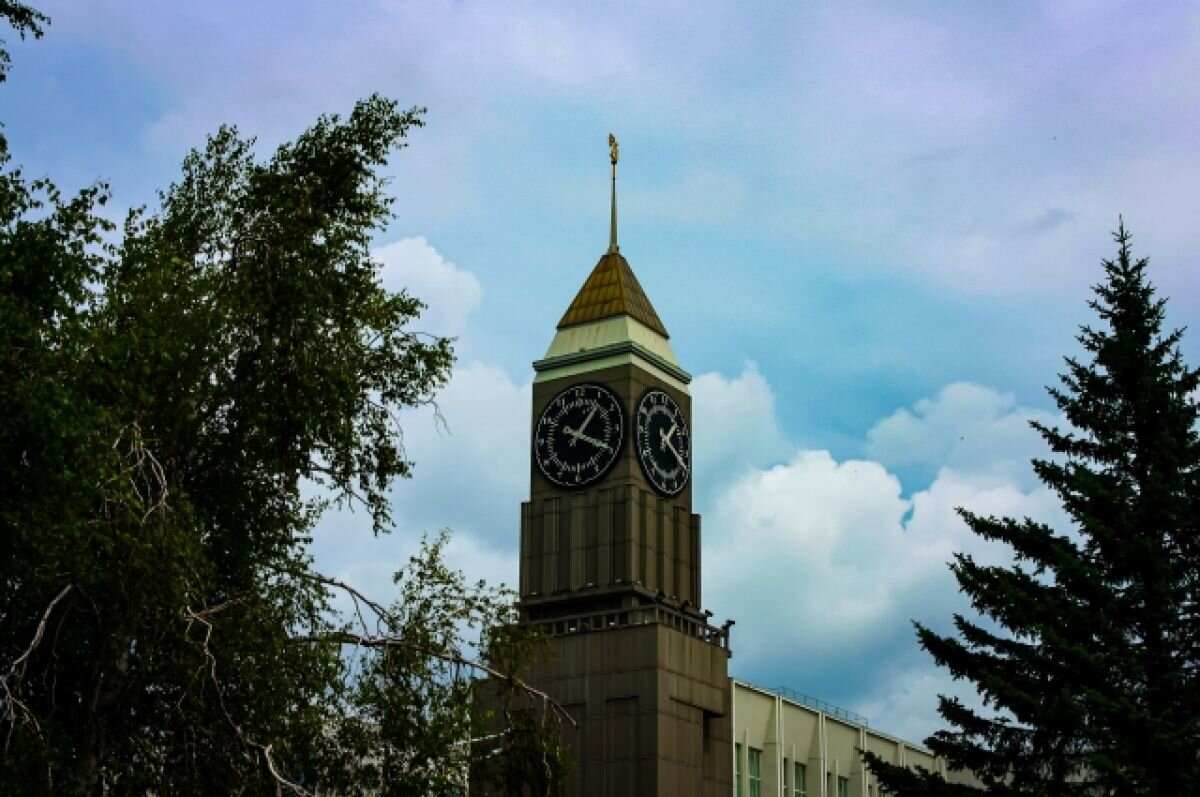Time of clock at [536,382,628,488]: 1:19
